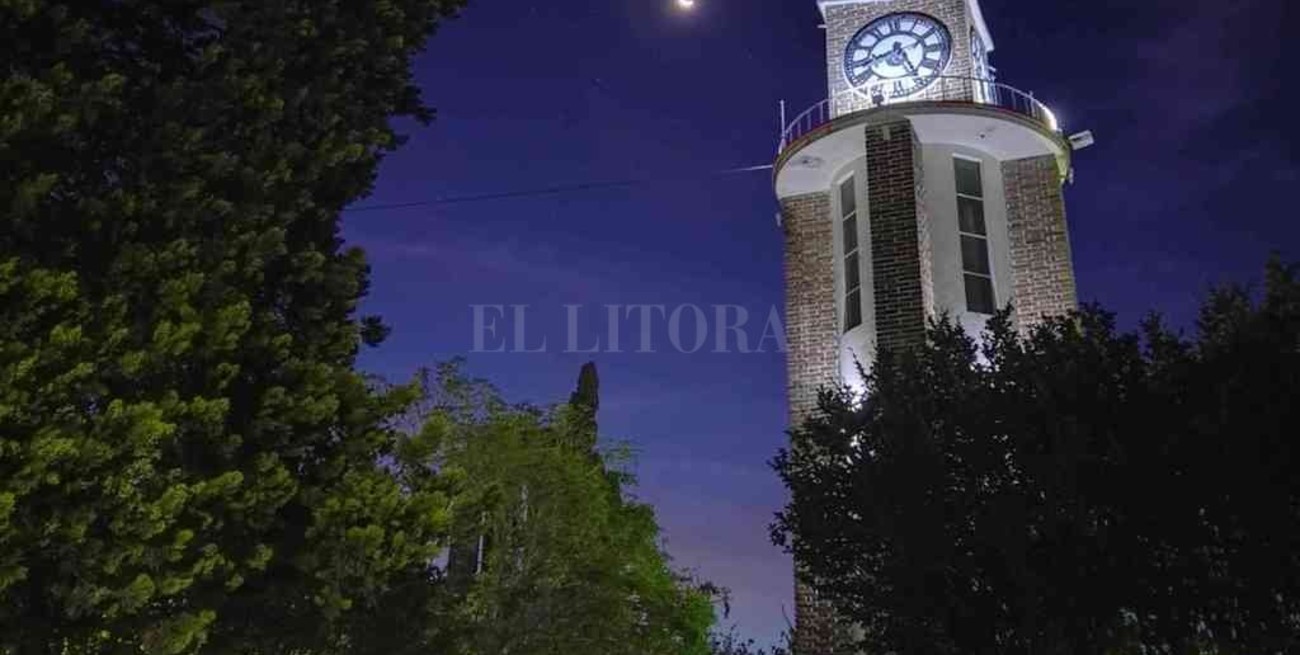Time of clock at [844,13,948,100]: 8:25
